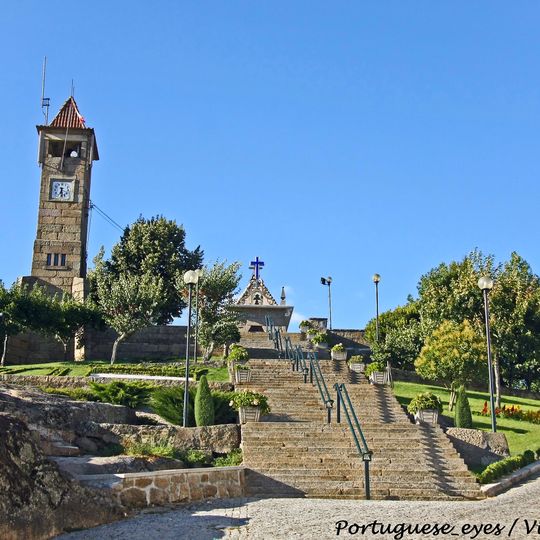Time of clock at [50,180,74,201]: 6:28
